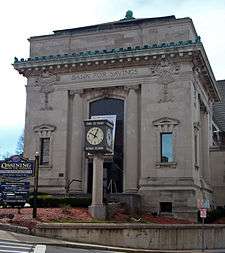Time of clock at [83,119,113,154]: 10:03
